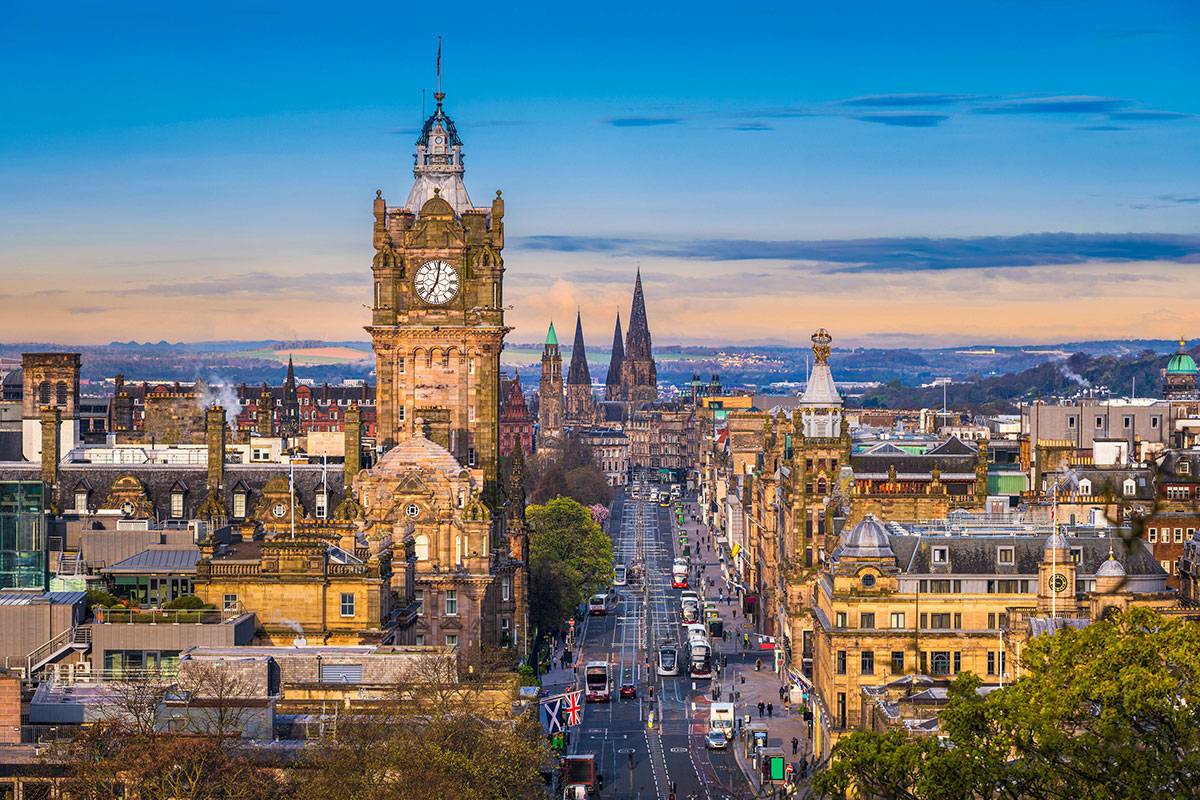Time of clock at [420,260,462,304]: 7:01
